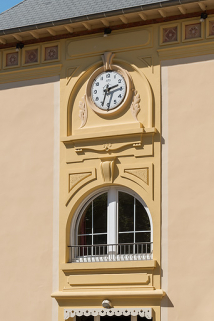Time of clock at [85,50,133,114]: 2:33
